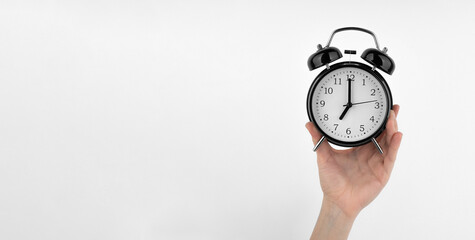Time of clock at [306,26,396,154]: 7:00
